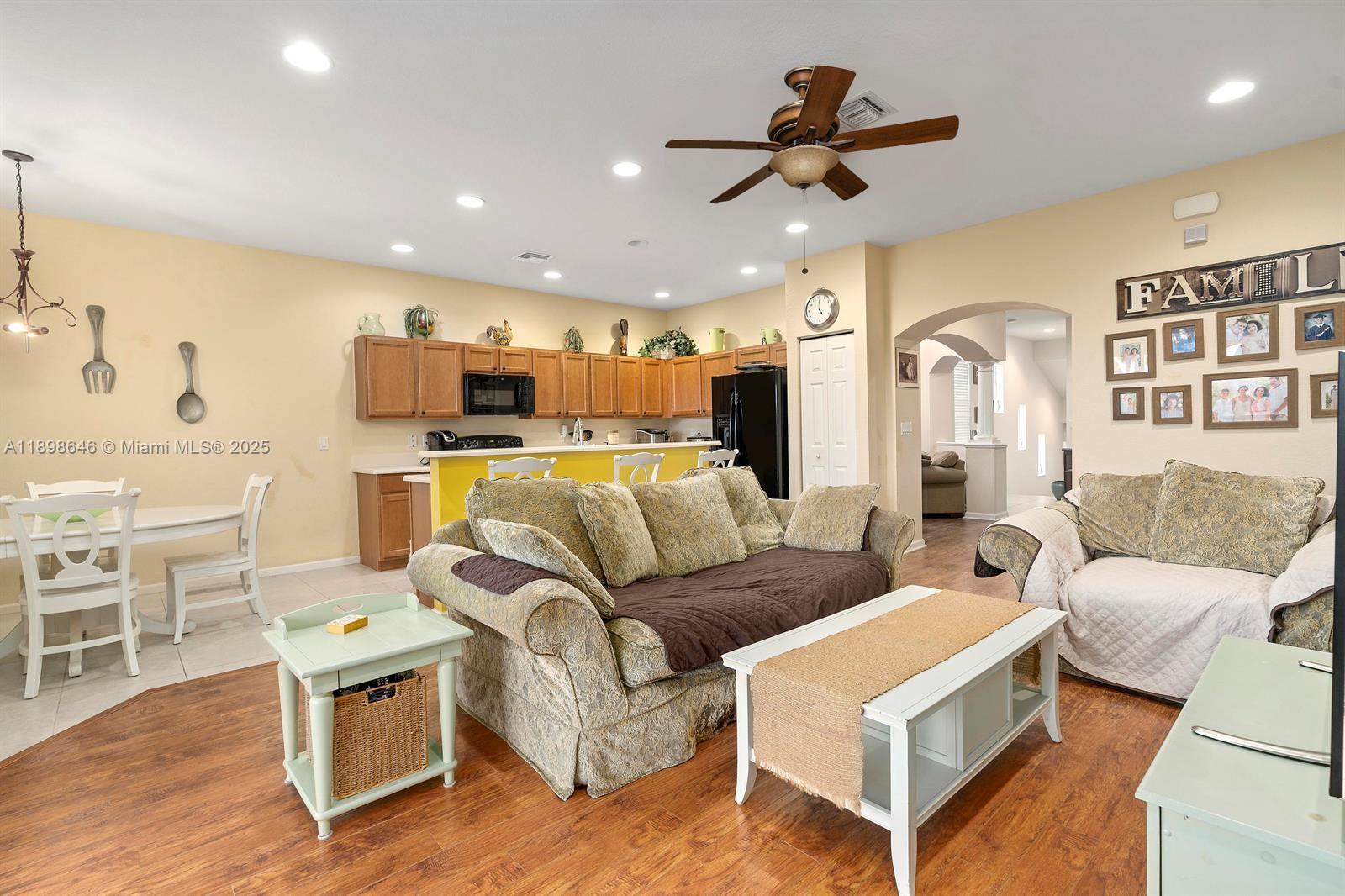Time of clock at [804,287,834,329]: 5:00
